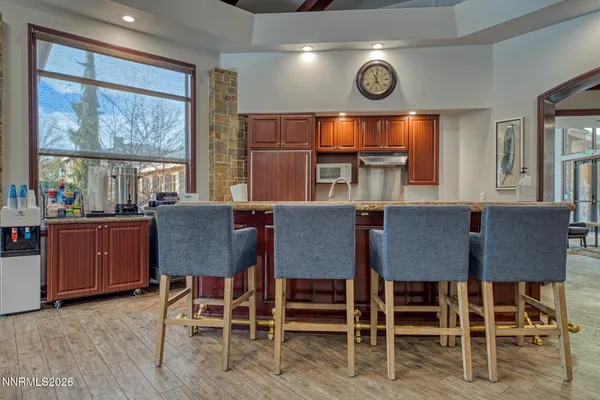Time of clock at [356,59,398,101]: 11:35
